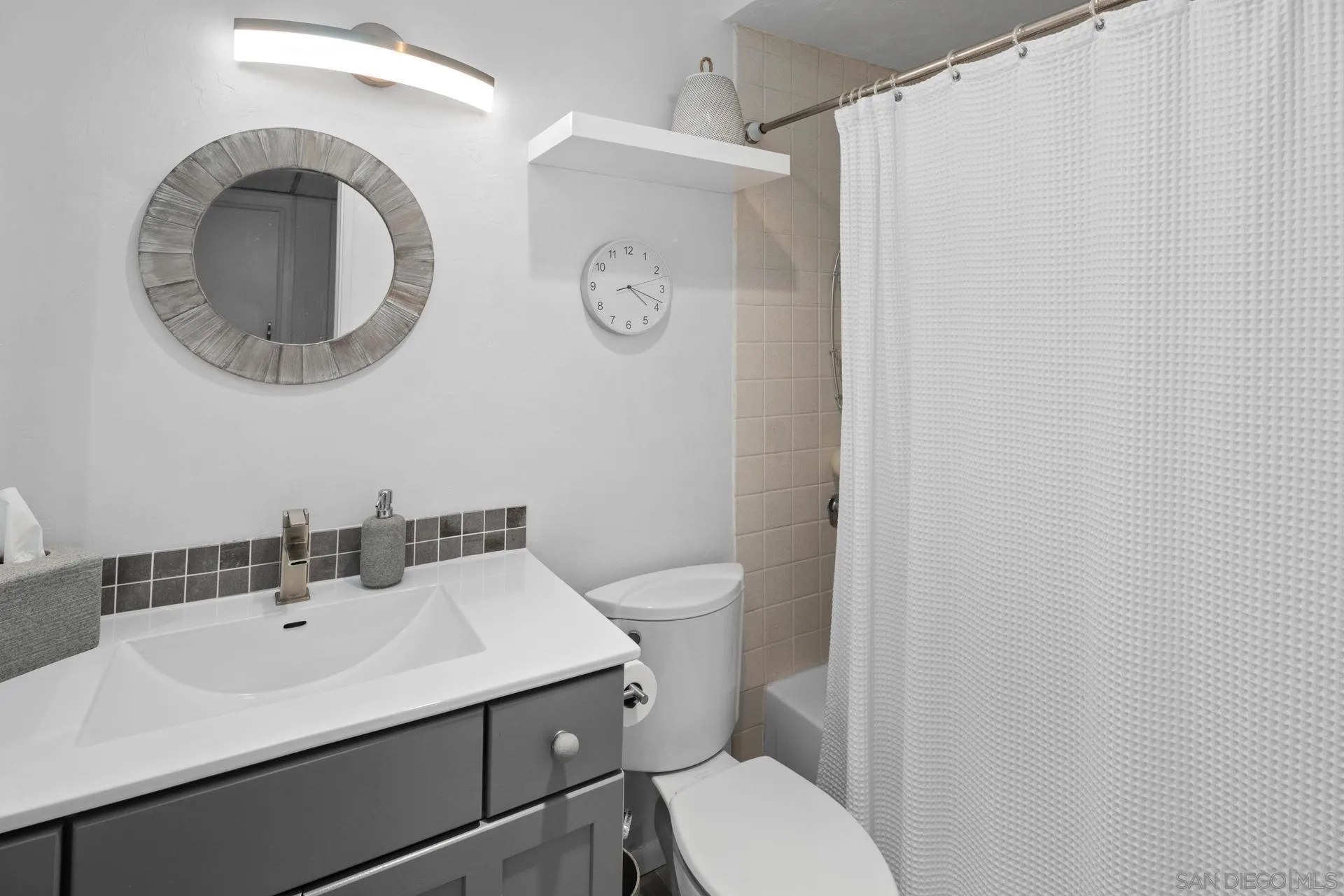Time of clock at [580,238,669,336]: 4:18
